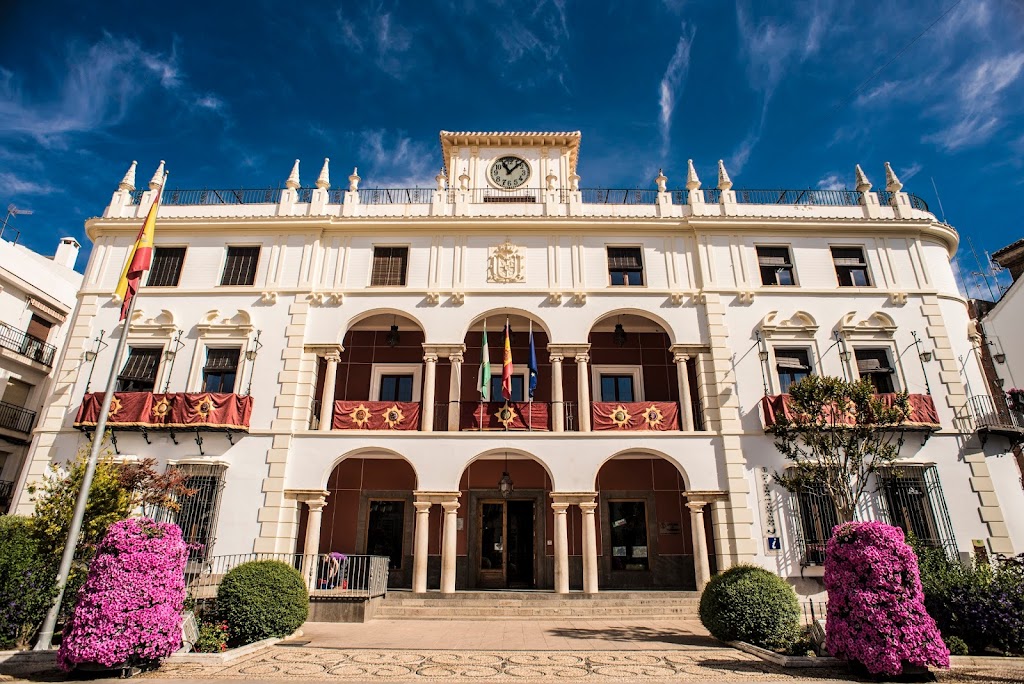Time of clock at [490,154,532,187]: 11:07
